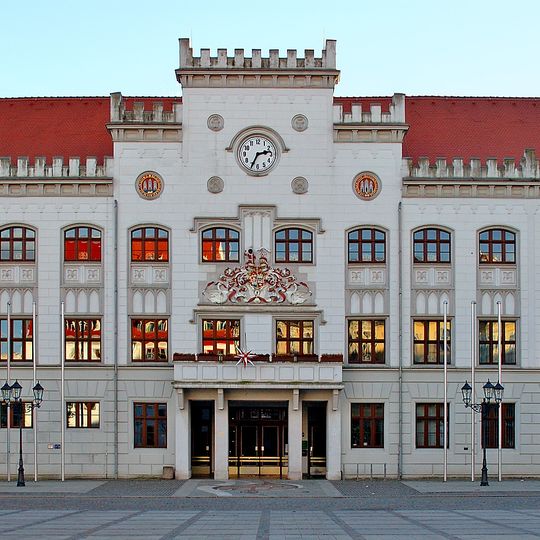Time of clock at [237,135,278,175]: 2:34
